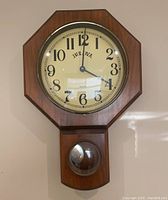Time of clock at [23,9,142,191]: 4:00
